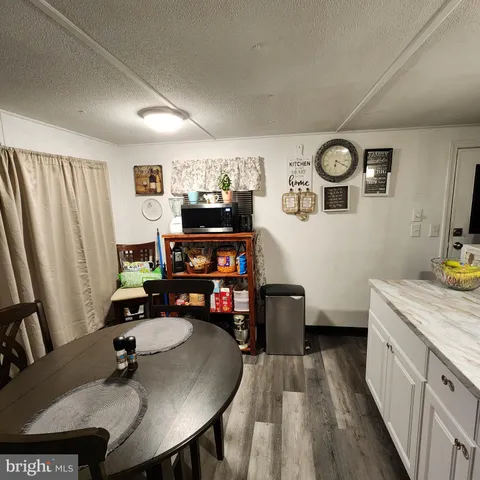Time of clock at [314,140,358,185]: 6:19
